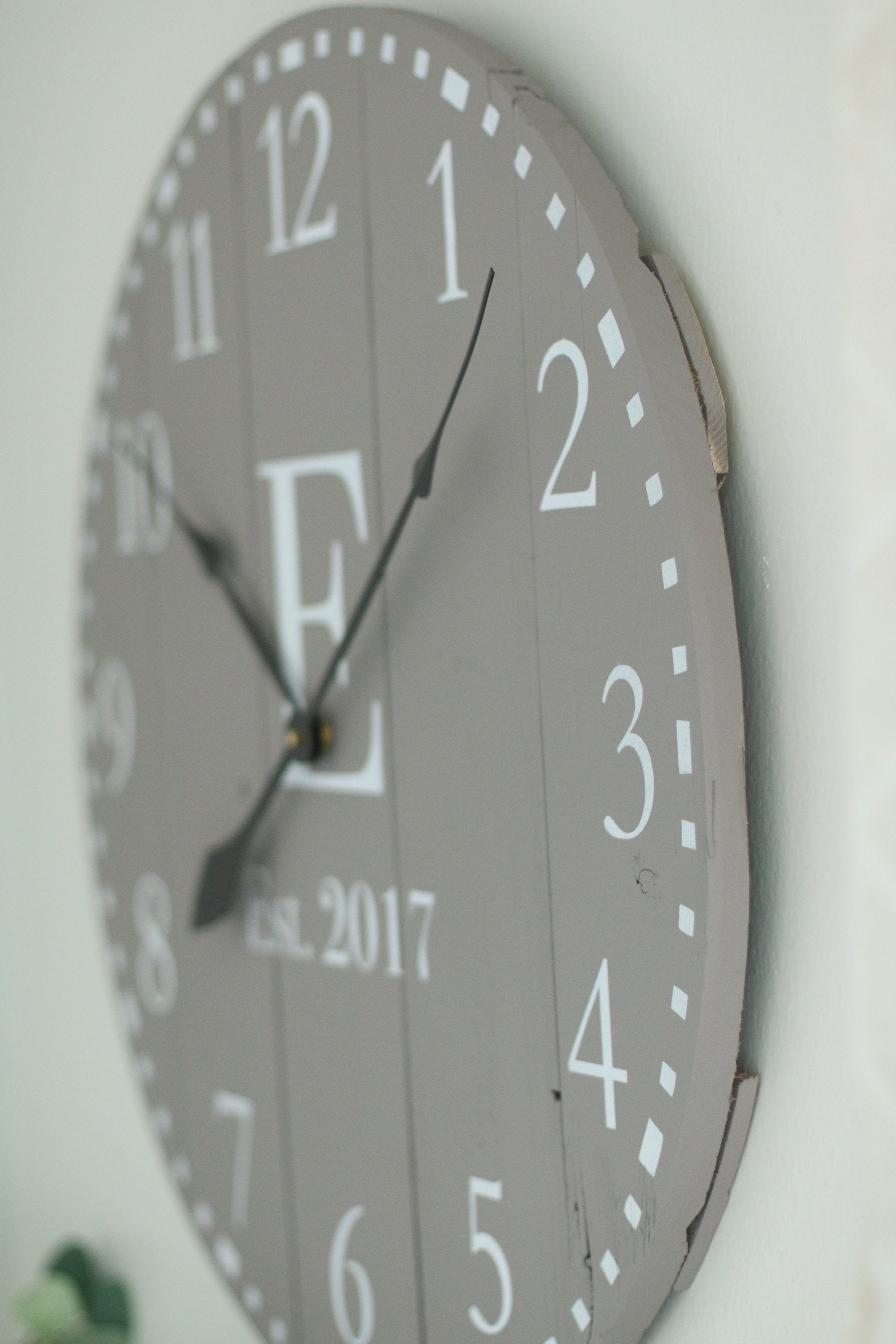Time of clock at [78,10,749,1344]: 10:07
